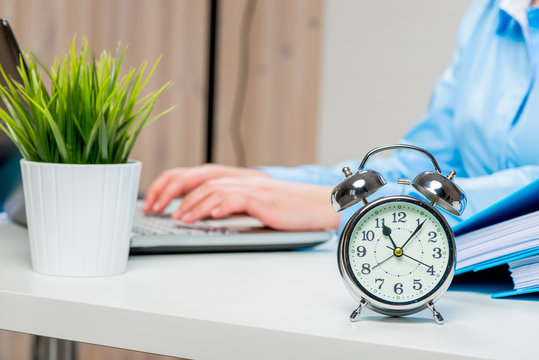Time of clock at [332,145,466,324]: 11:06
